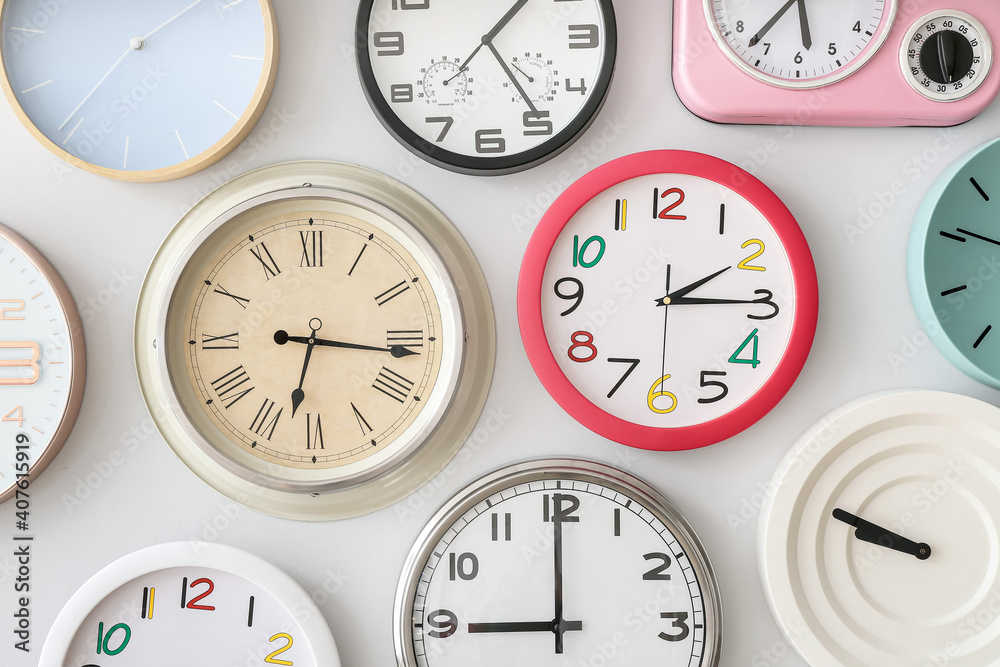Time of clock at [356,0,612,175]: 1:24
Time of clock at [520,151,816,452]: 2:14
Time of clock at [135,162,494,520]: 6:16
